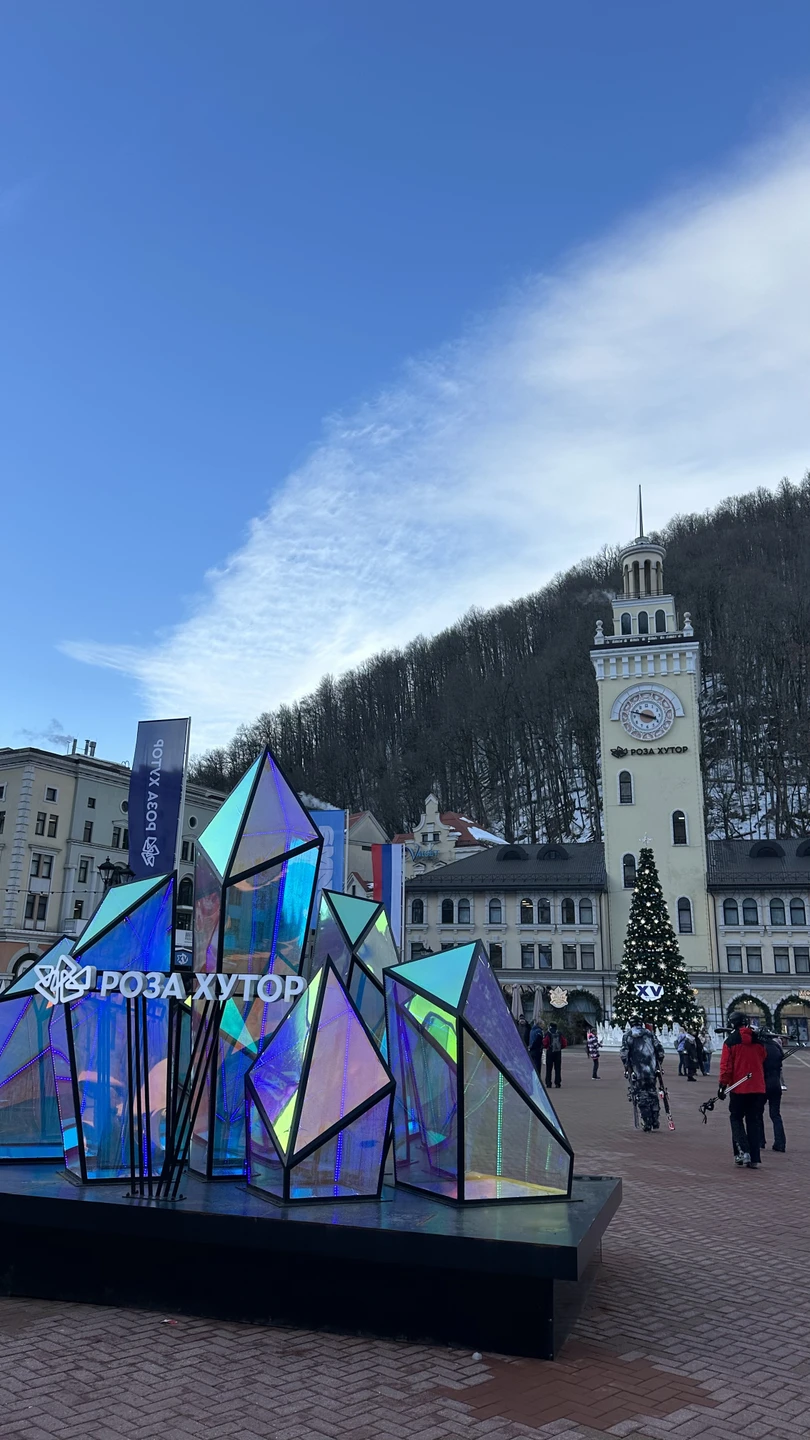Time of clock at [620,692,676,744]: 3:47
